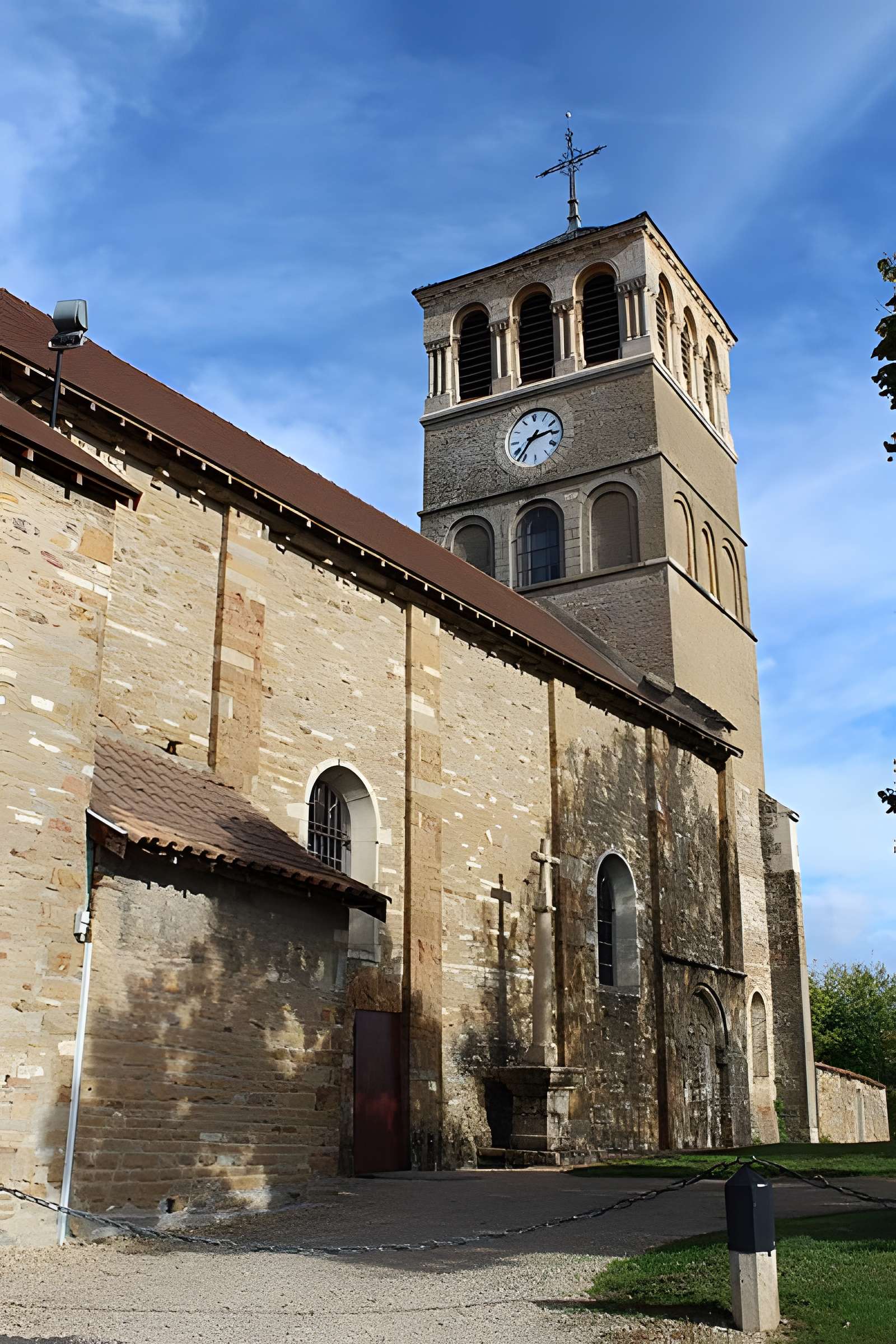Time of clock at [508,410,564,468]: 2:36
